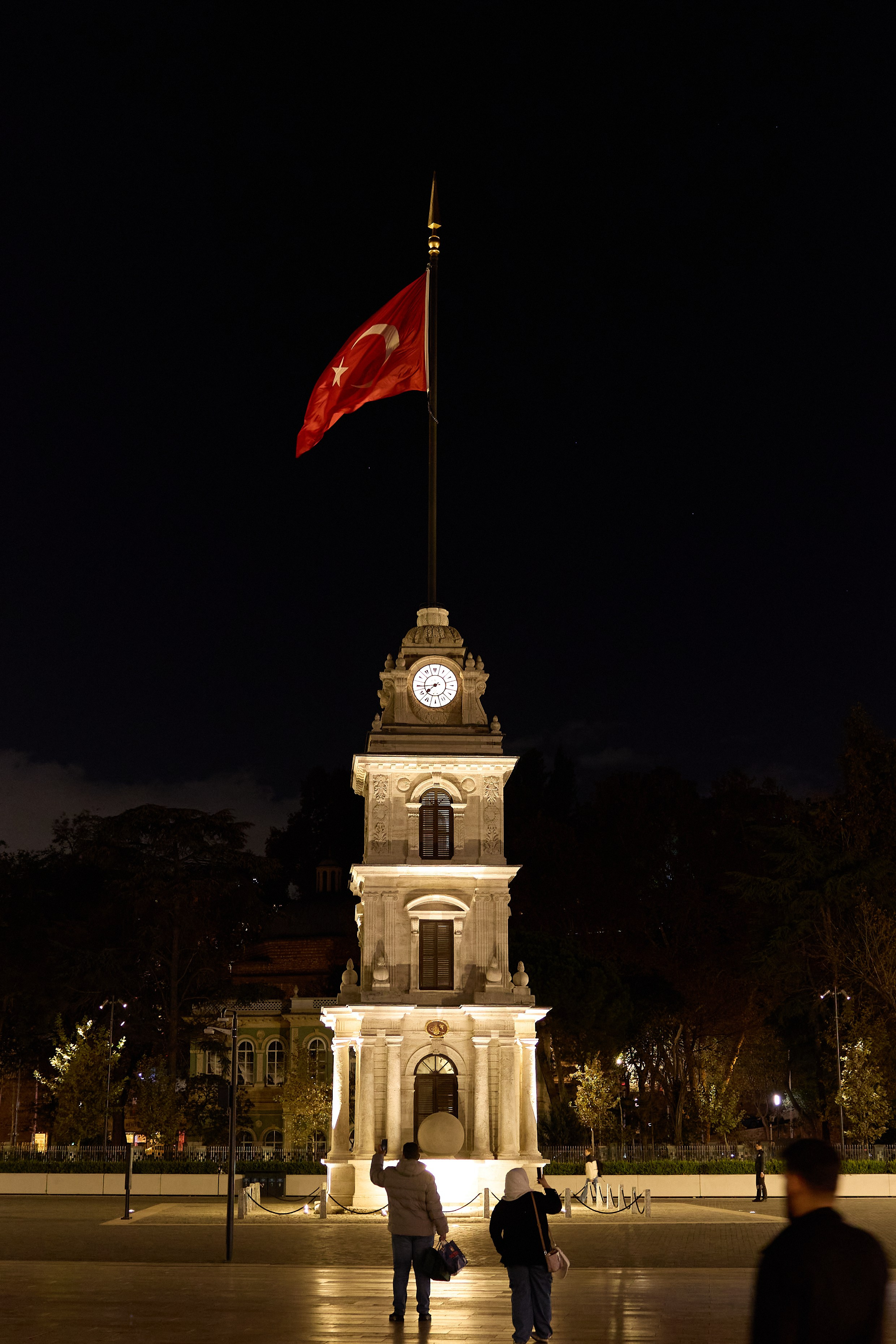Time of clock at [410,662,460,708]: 7:44
